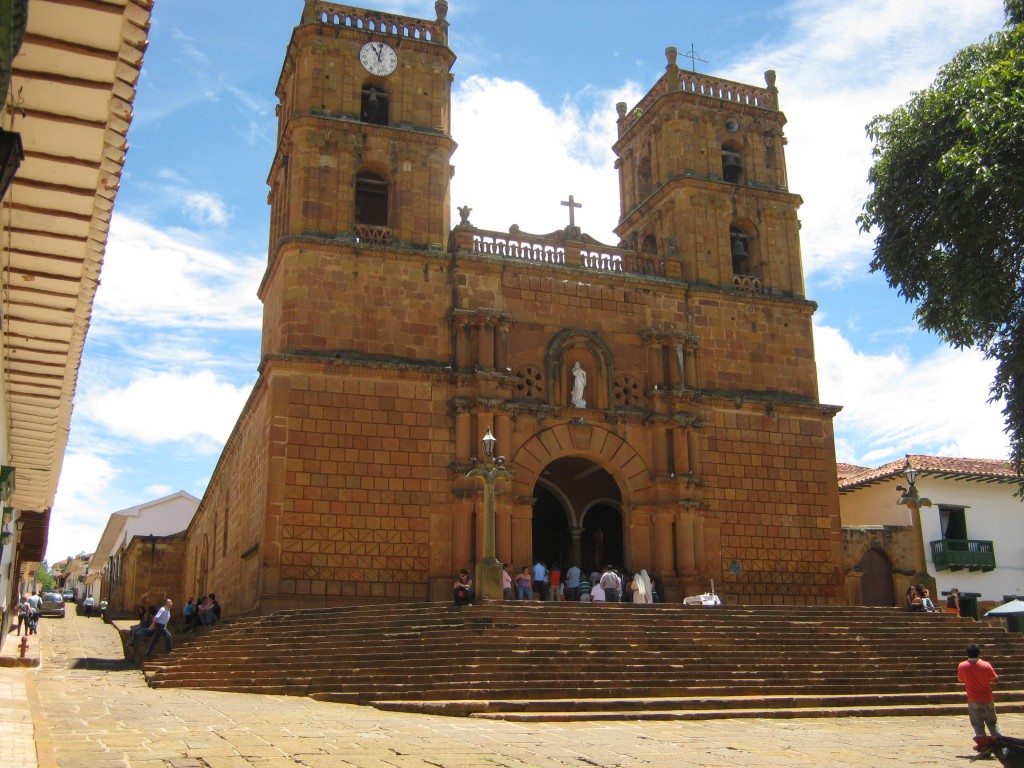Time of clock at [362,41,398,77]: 11:01
